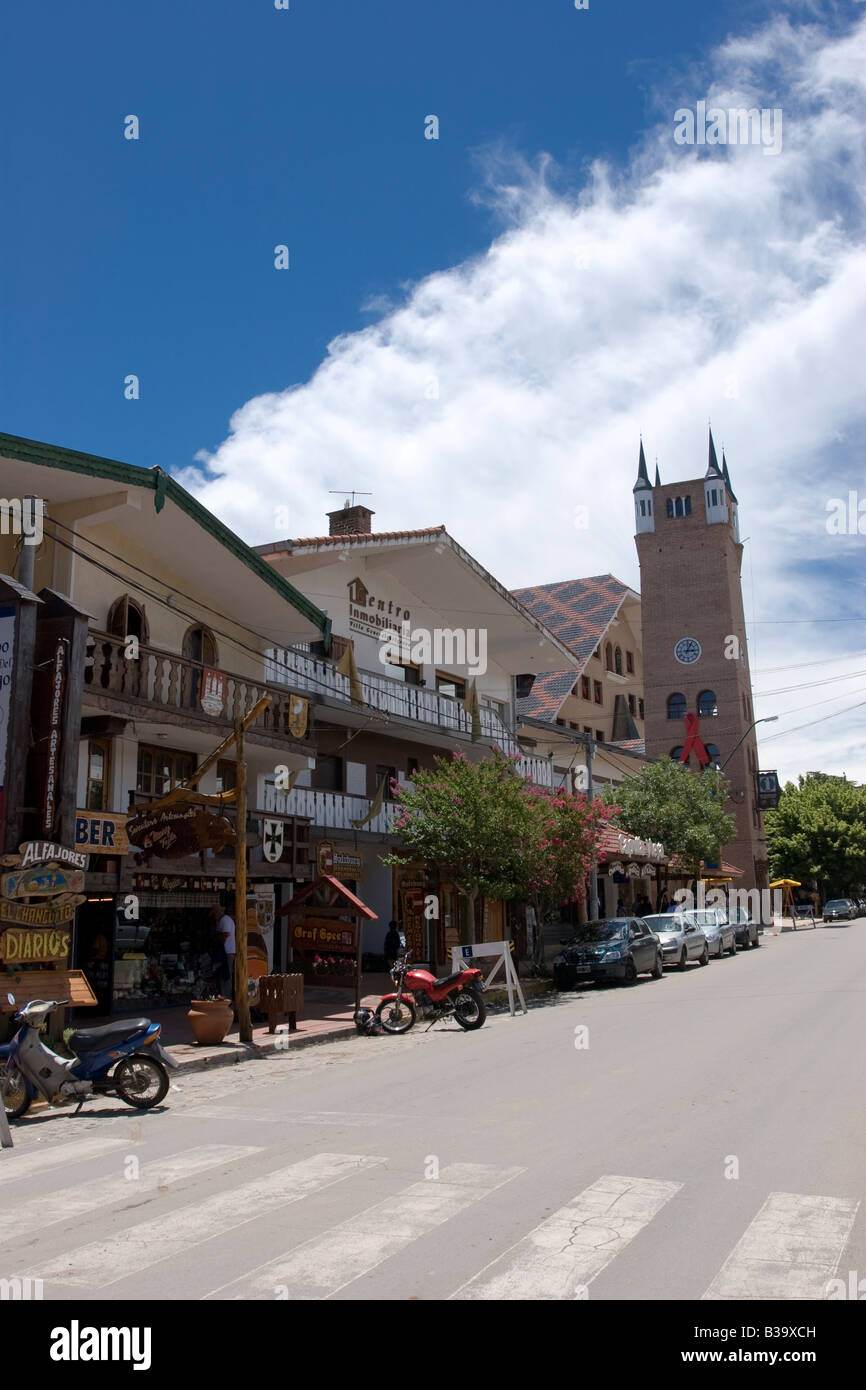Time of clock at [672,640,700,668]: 3:04
